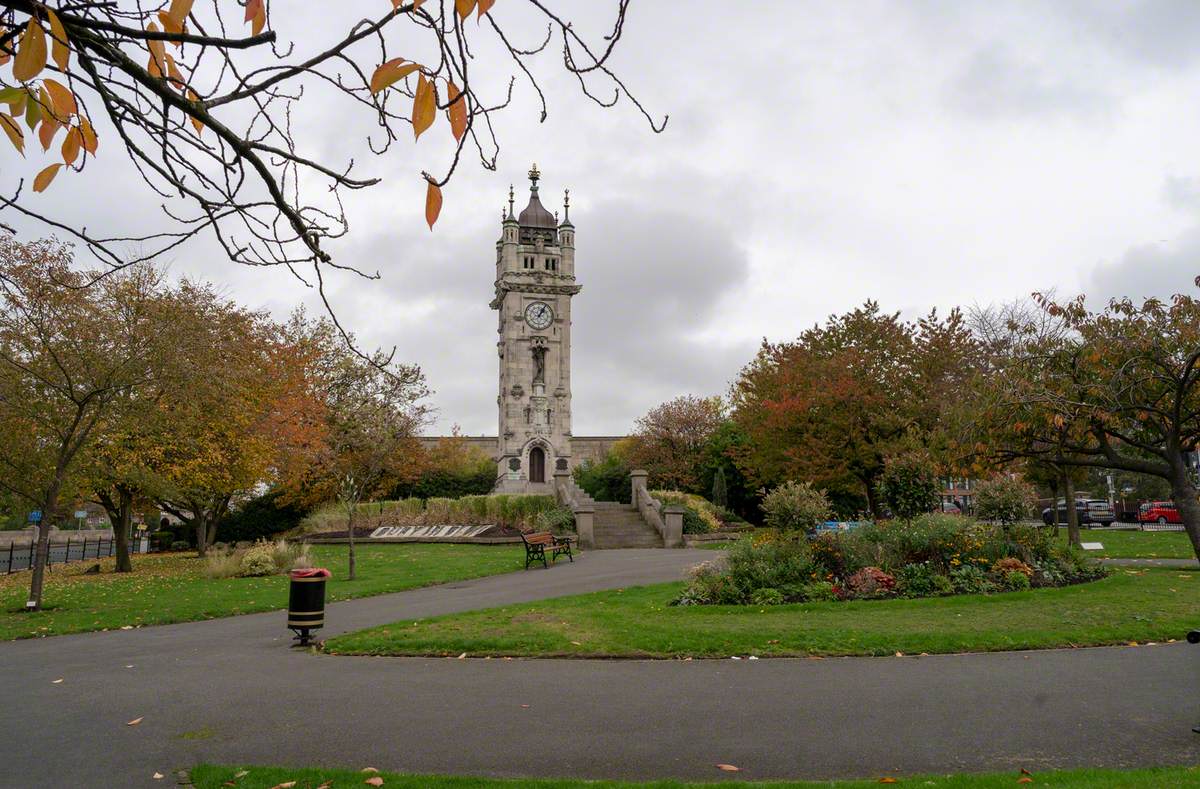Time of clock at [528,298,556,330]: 1:04
